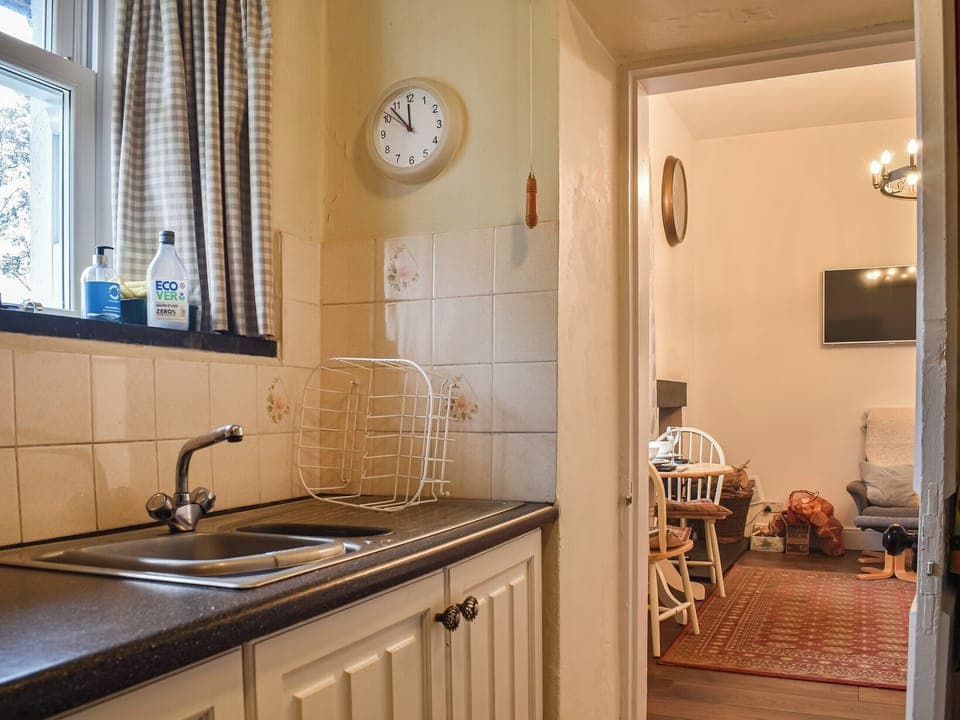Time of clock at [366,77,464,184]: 11:52
